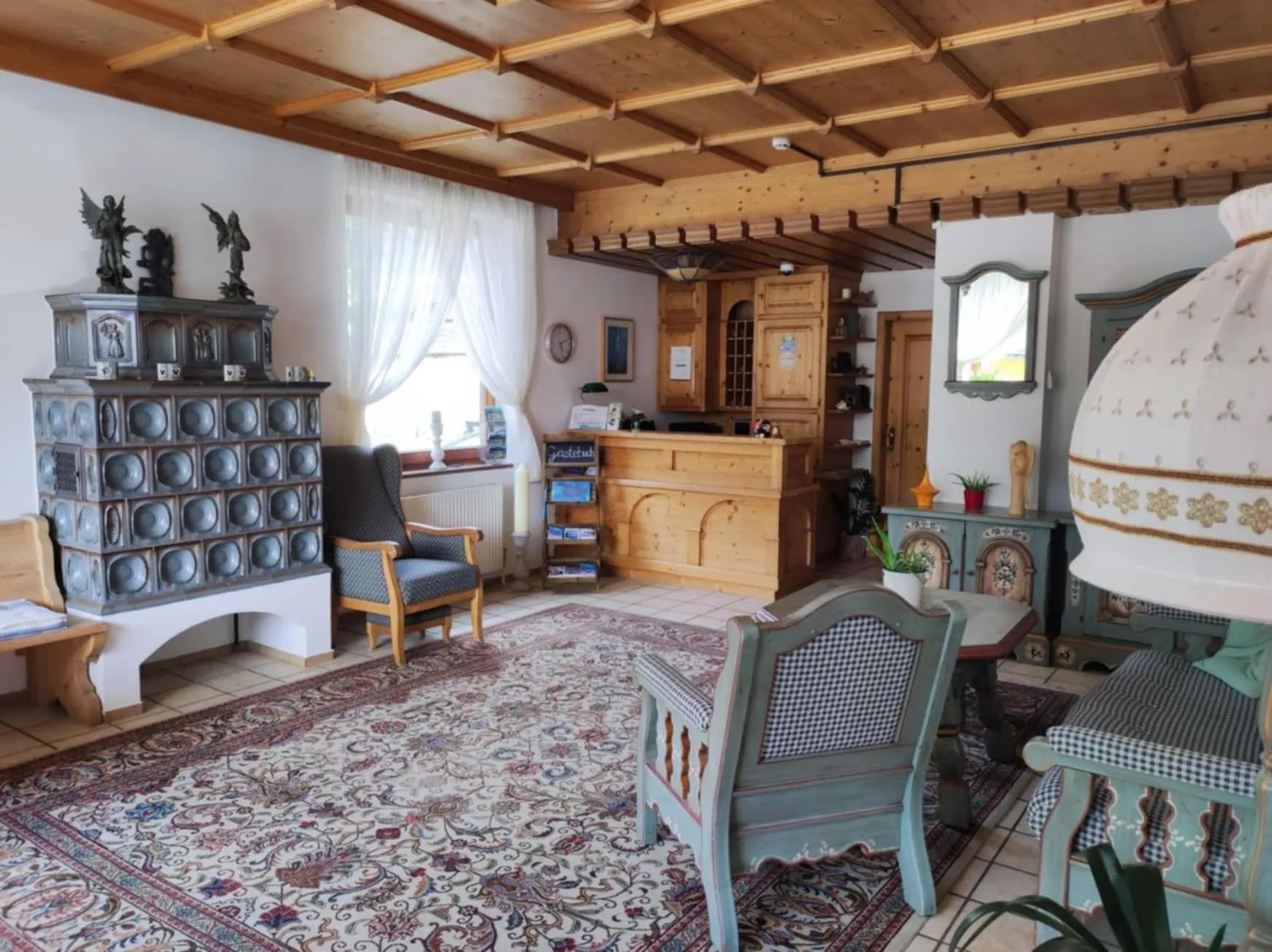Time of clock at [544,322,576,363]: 5:11
